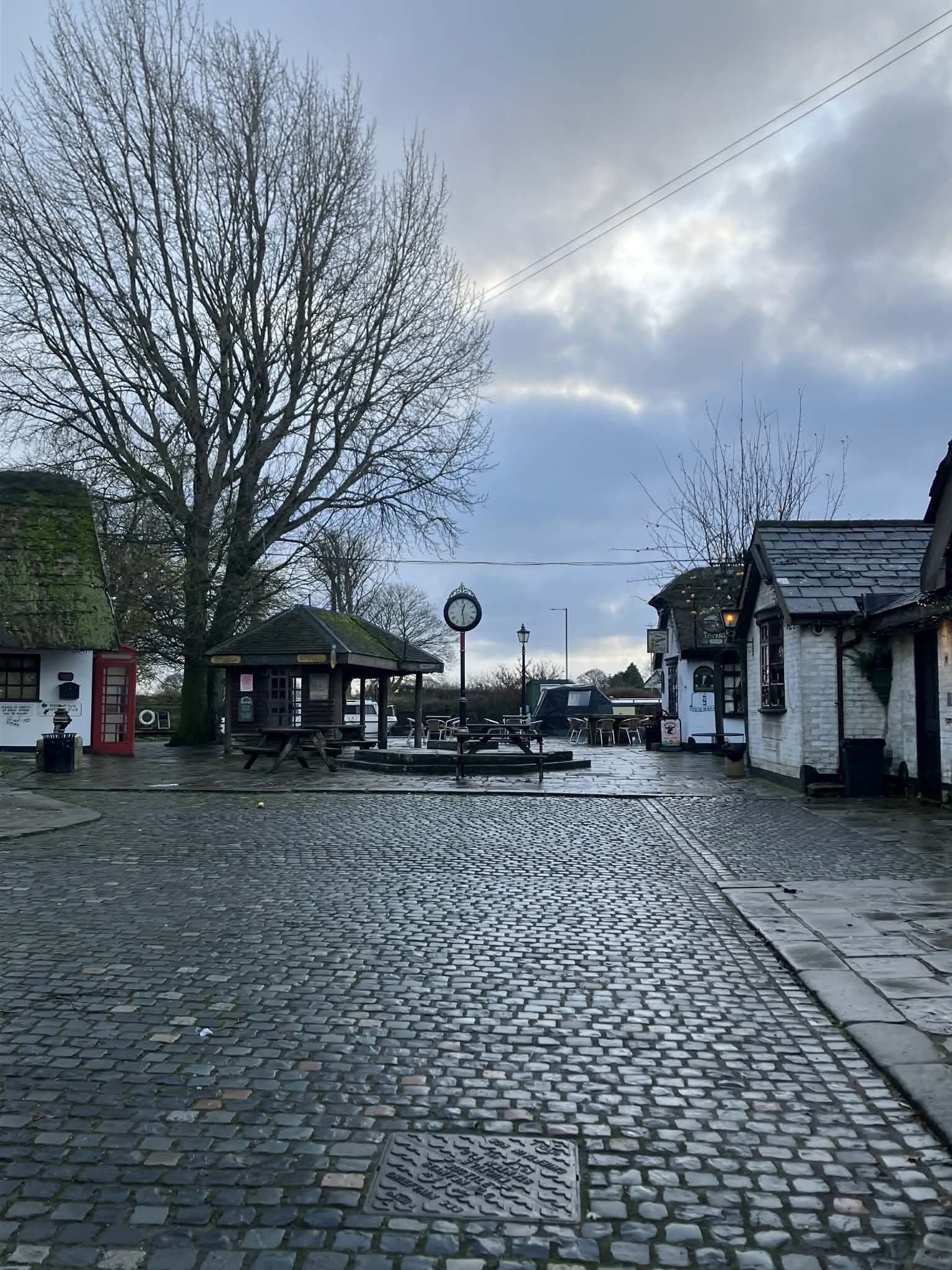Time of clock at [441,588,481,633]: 12:28
